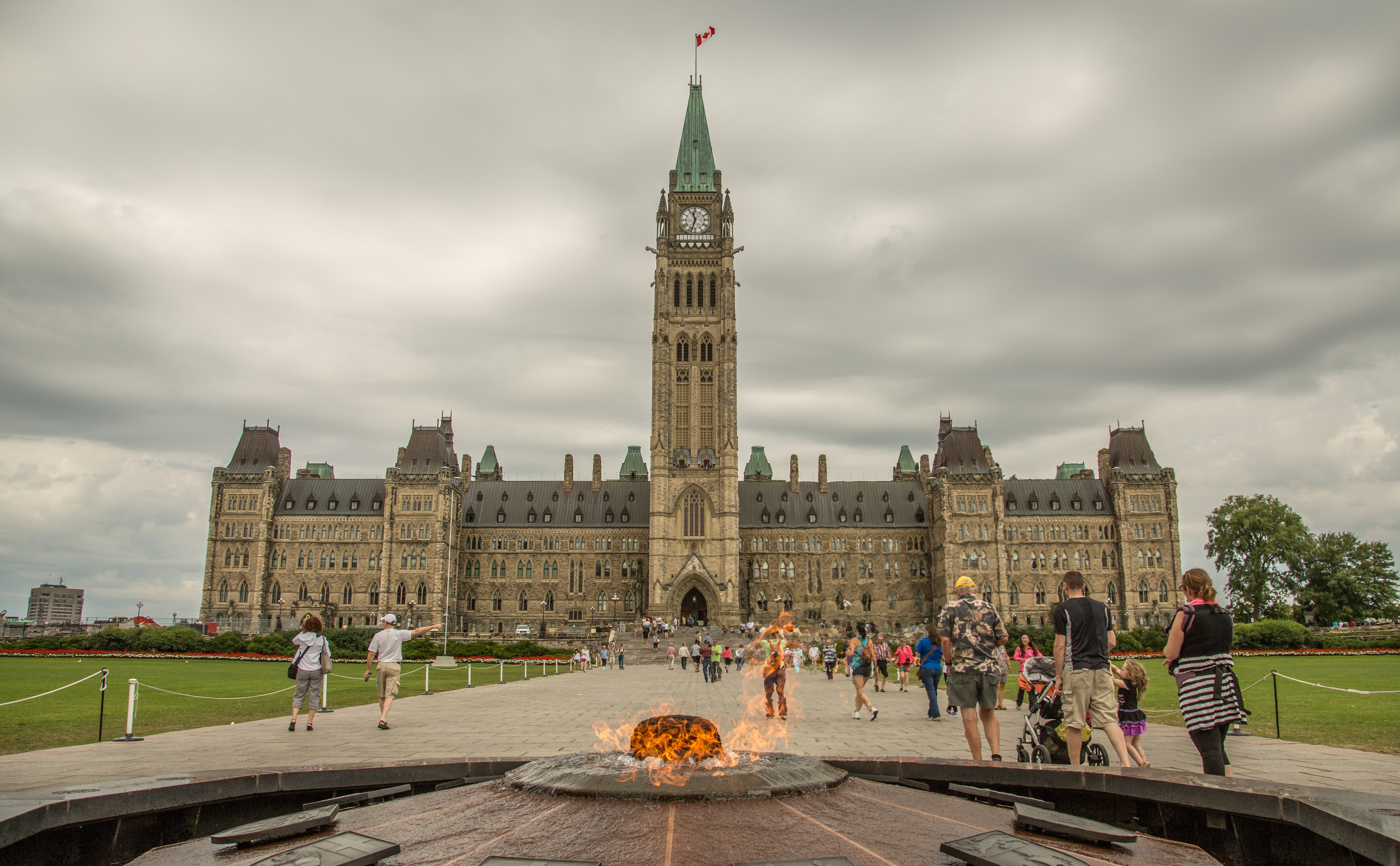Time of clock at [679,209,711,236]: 11:32
